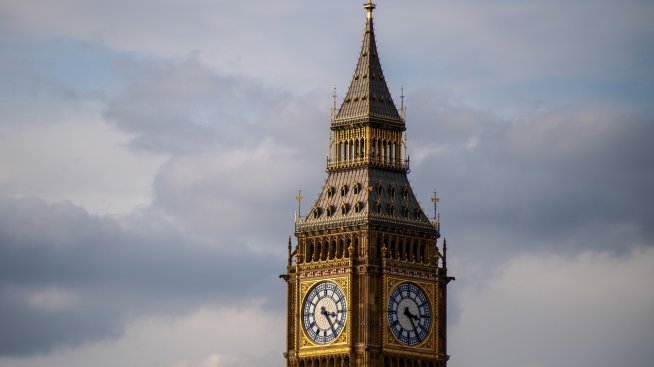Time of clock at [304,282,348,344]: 3:24
